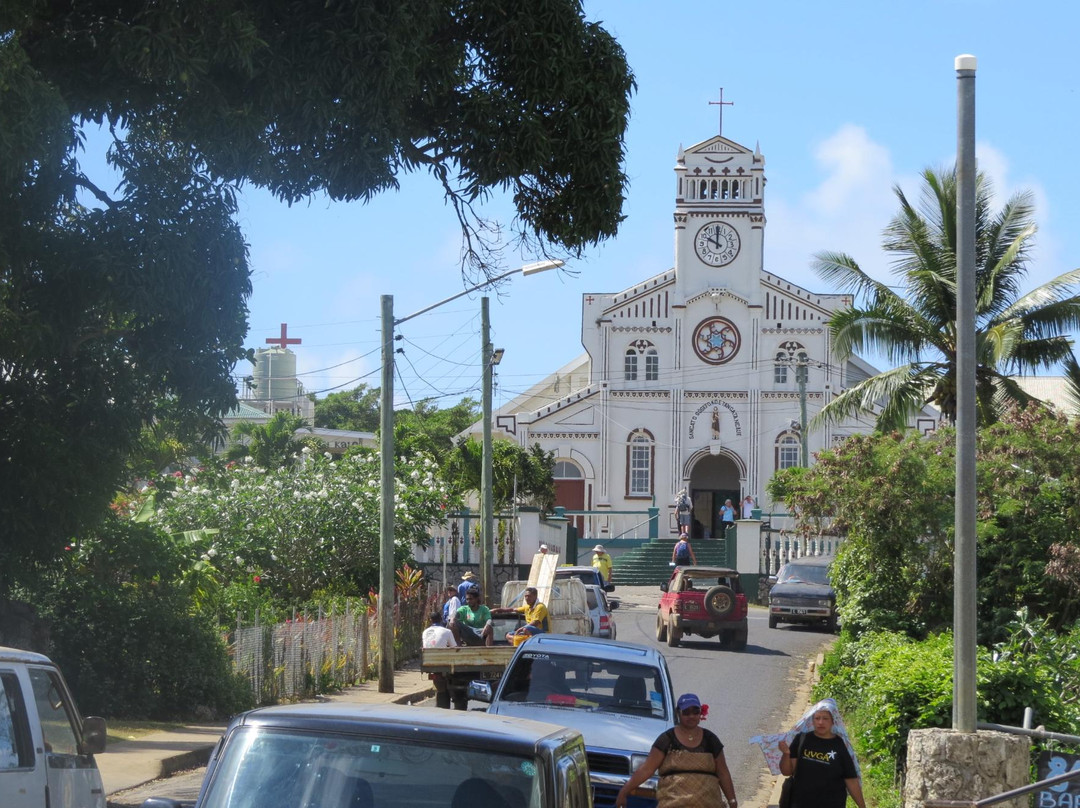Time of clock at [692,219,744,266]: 10:00
